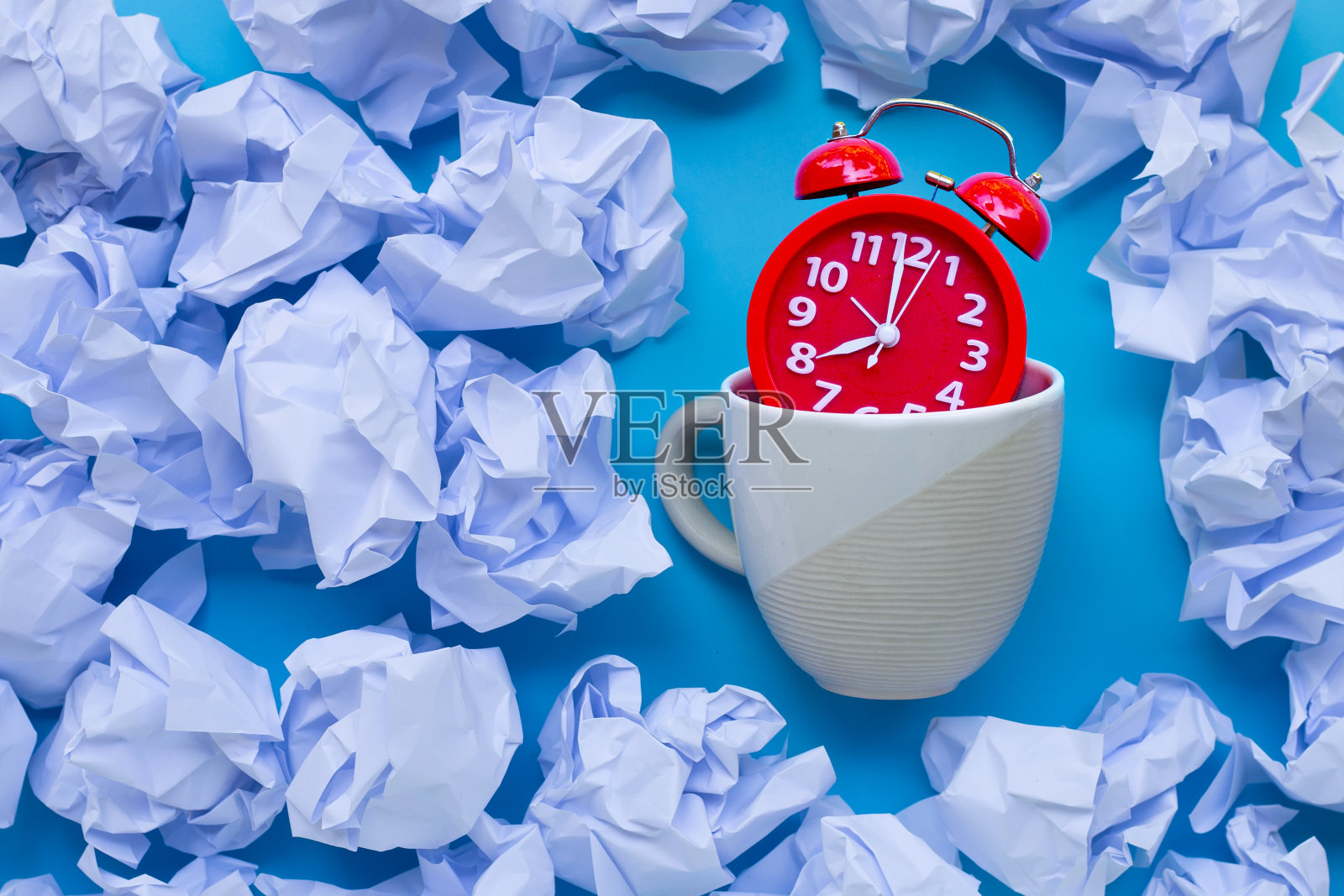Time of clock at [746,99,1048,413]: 7:59
